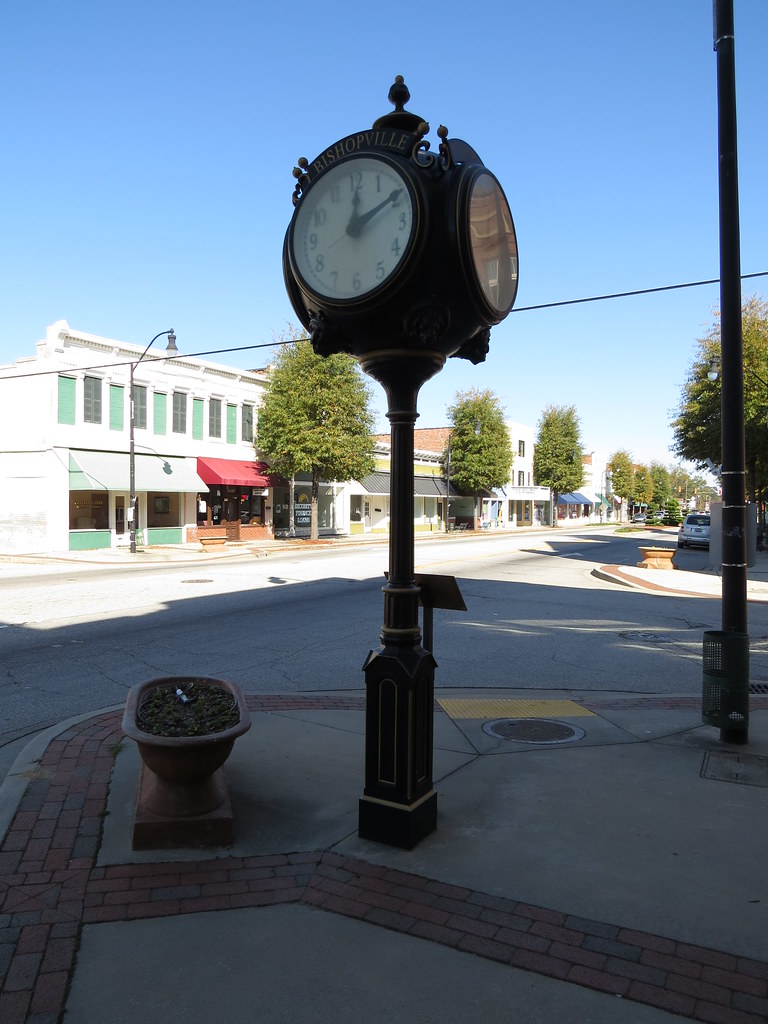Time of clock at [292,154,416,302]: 12:10
